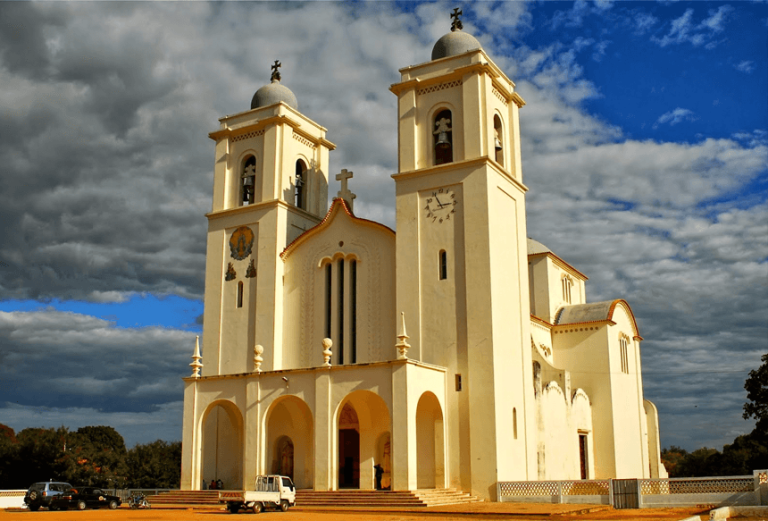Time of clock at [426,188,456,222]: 2:55
